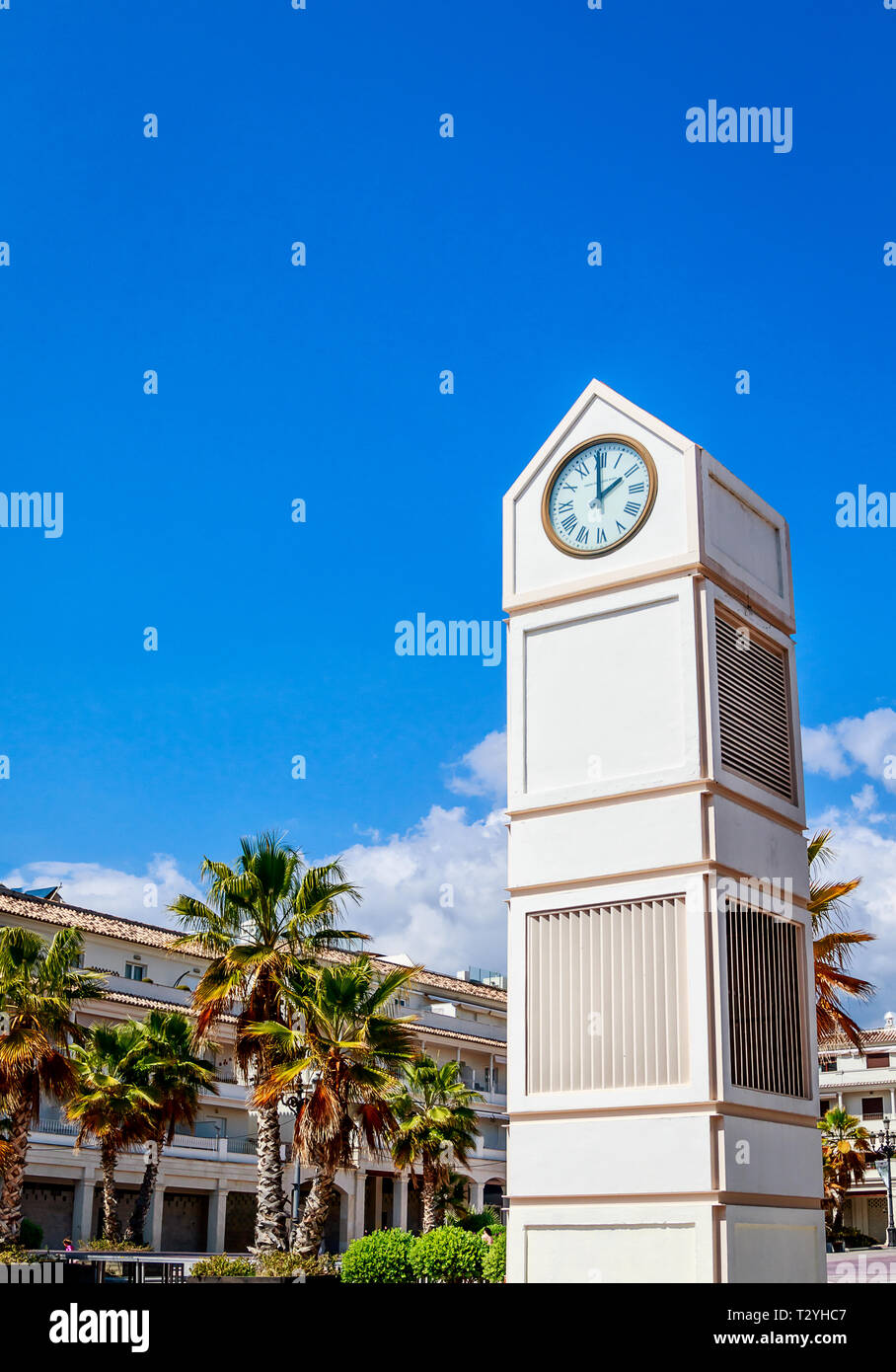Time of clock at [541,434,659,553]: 1:59
